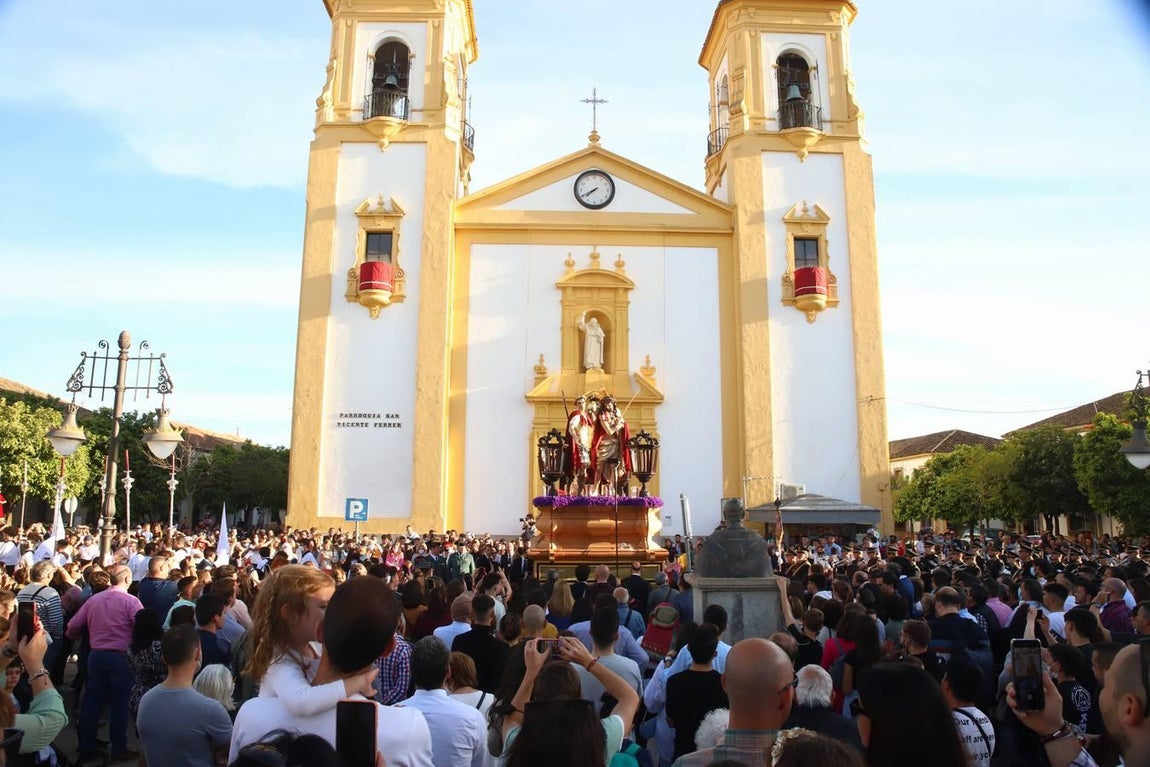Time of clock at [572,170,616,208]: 7:40
